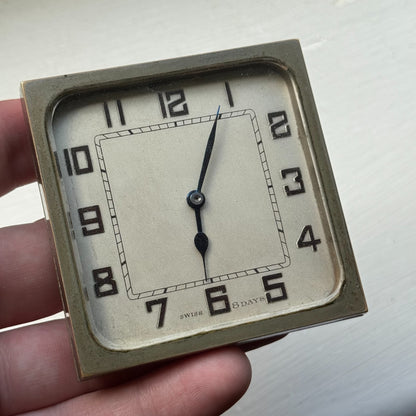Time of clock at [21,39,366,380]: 6:04
